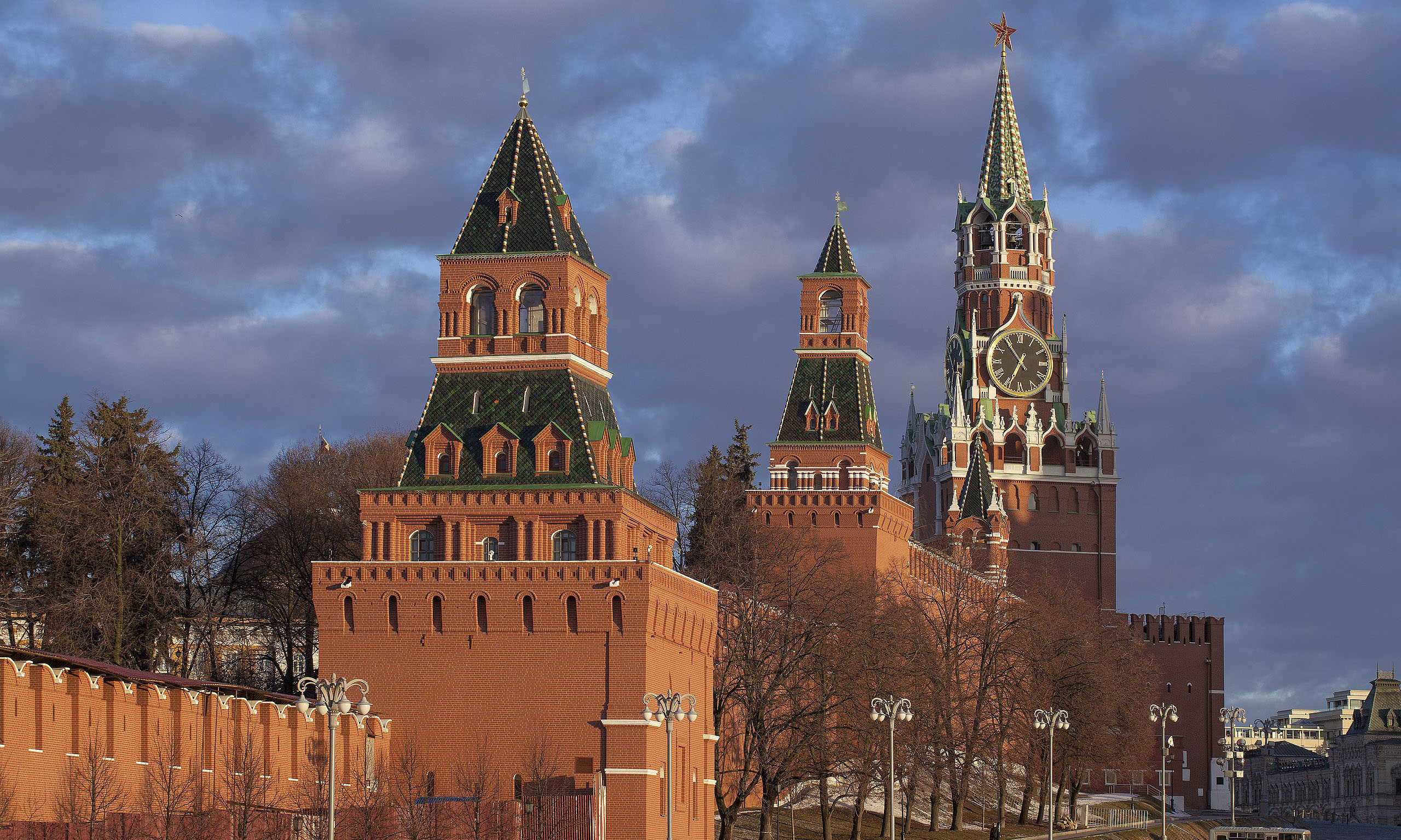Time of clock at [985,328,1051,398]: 6:54
